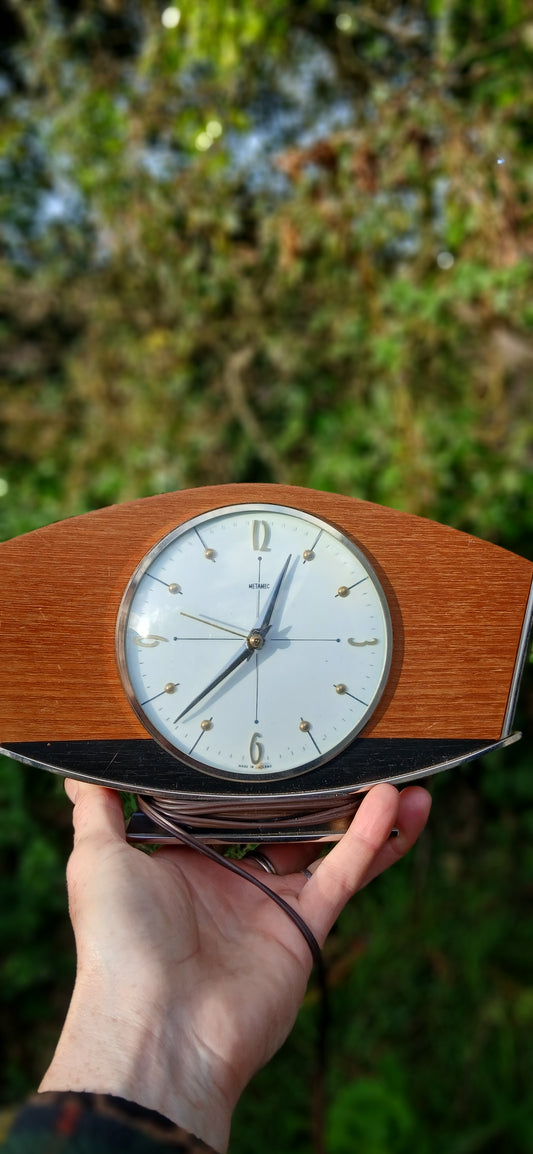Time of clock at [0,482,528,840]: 12:37
